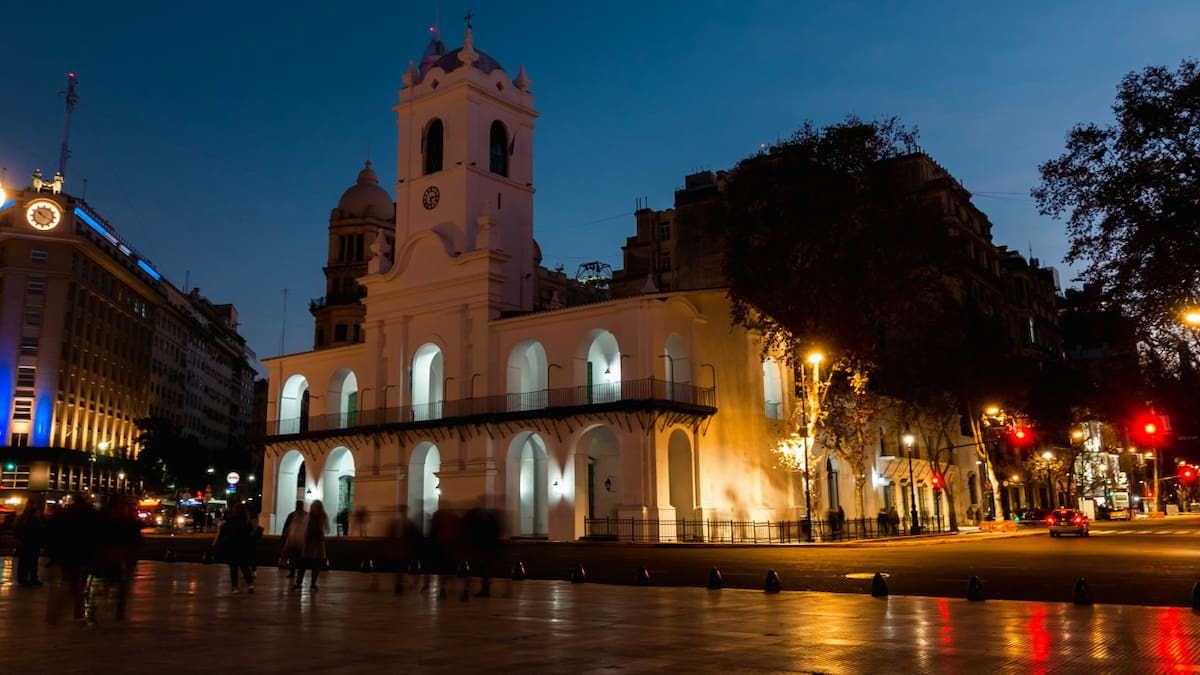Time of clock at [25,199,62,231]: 10:19
